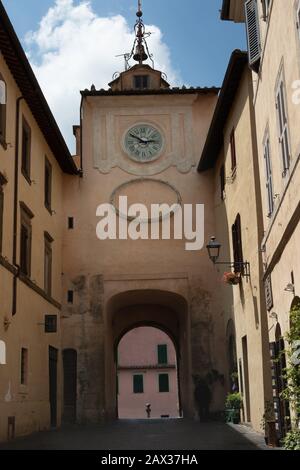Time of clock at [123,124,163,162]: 2:50
